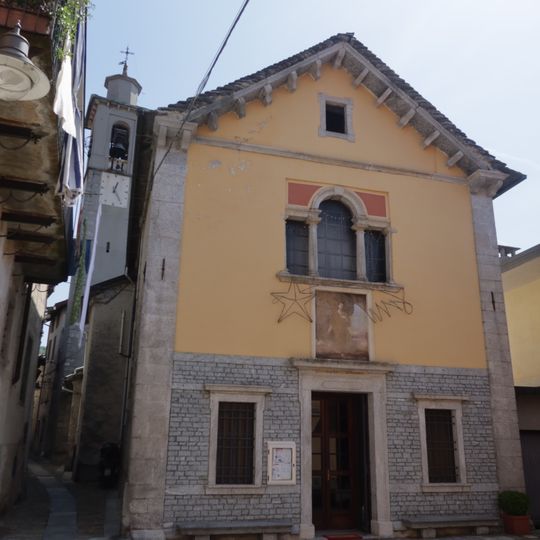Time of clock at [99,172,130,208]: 12:24
